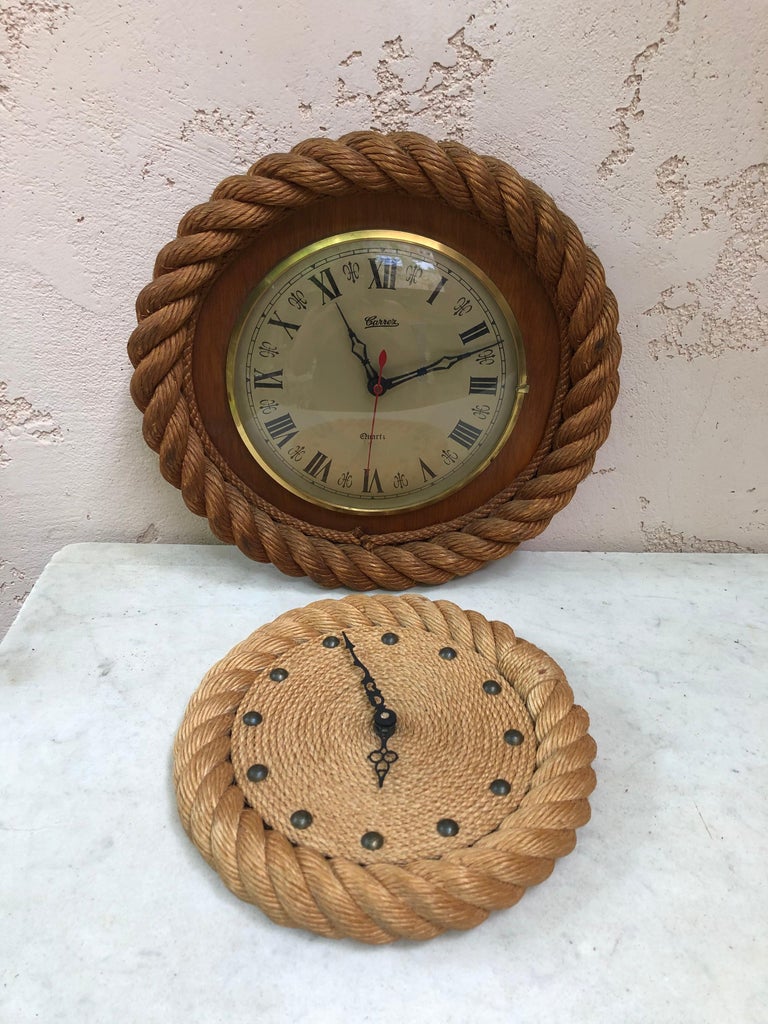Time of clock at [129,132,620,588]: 11:11
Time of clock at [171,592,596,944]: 5:56
